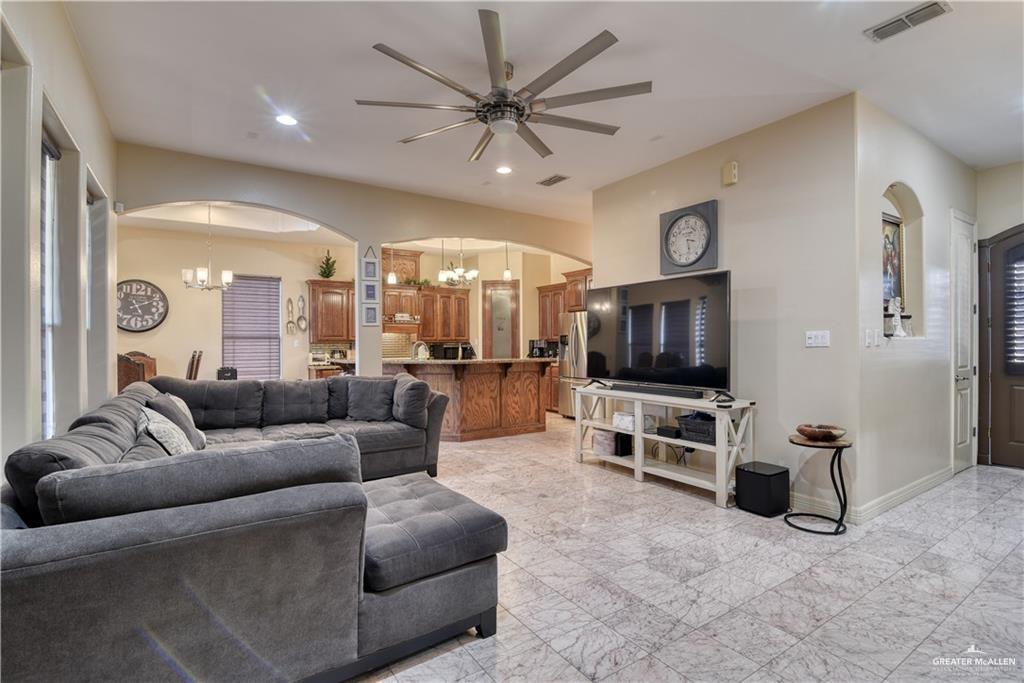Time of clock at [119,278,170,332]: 5:11
